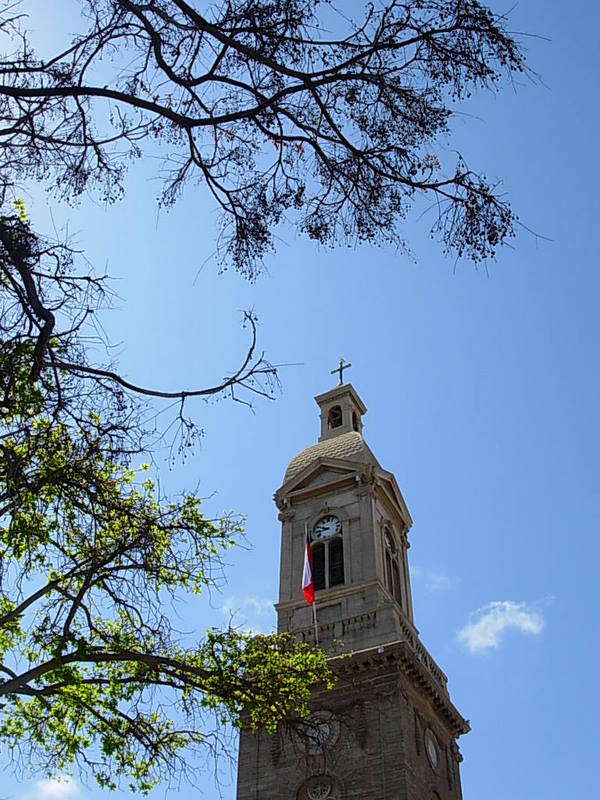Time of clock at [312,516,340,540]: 9:42
